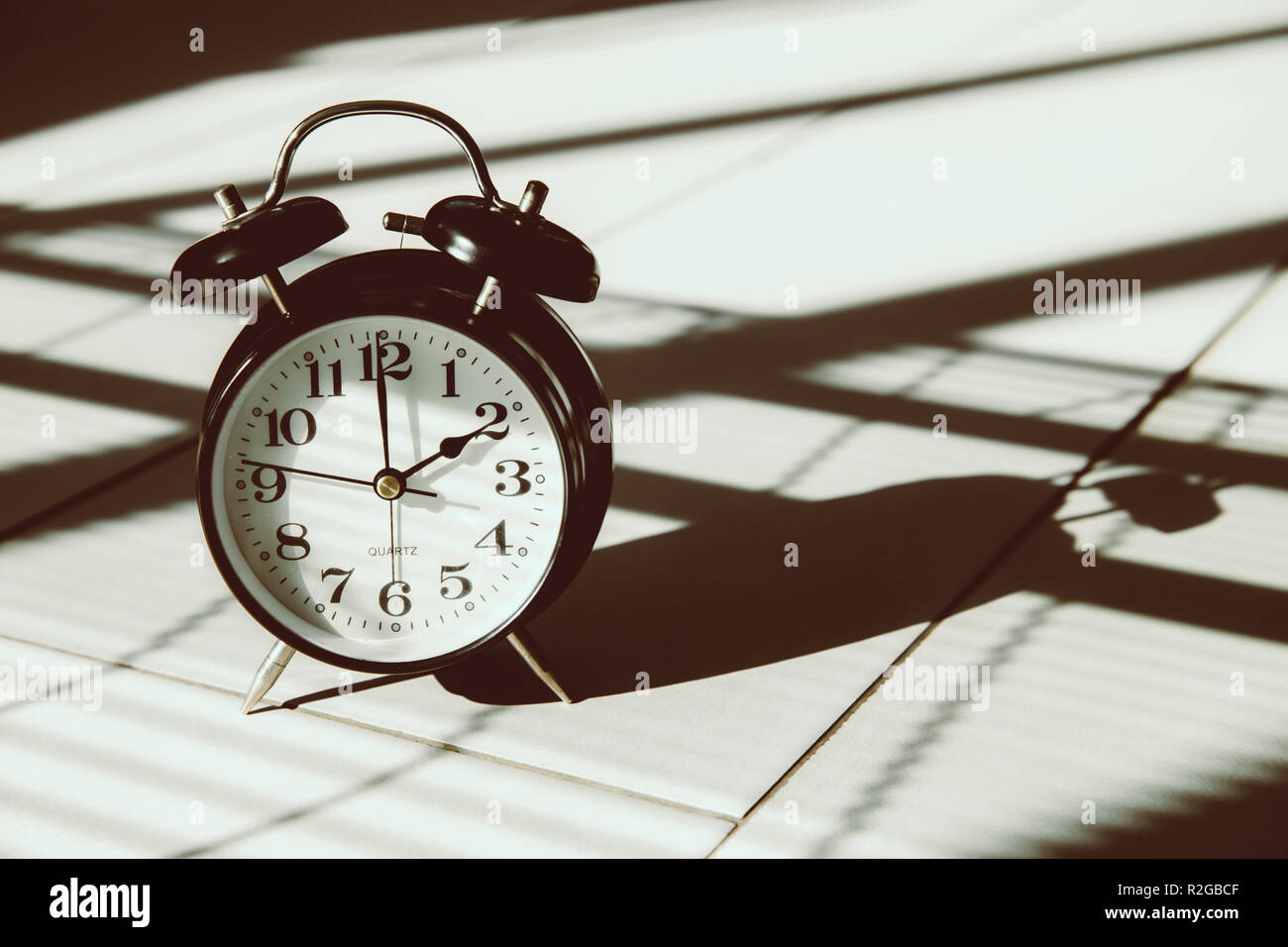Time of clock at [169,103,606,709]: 1:59
